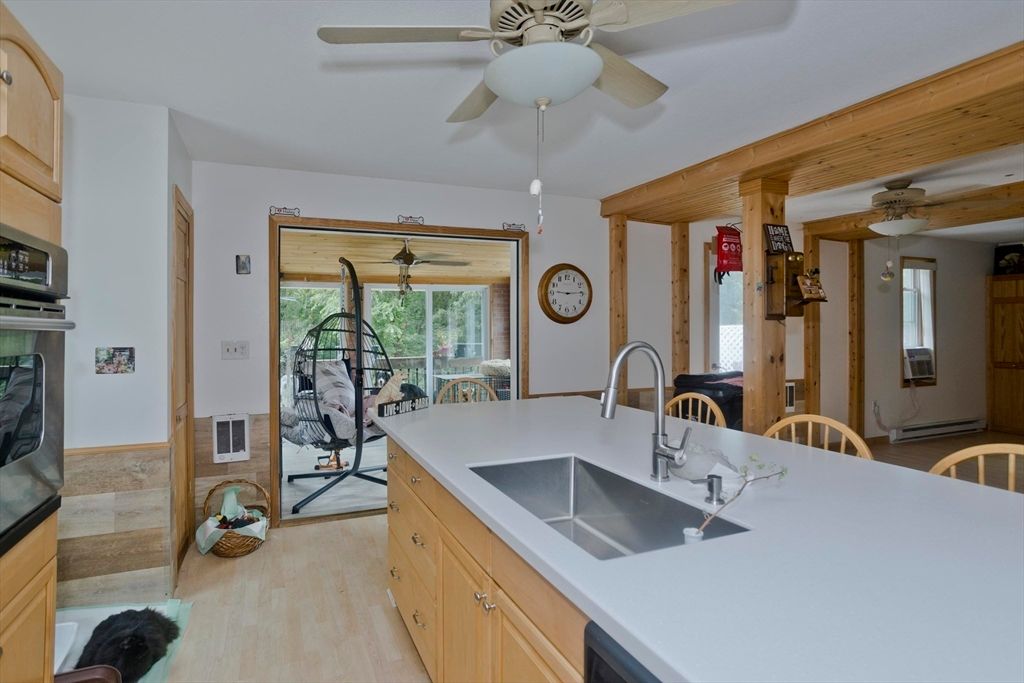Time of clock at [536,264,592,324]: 9:14
